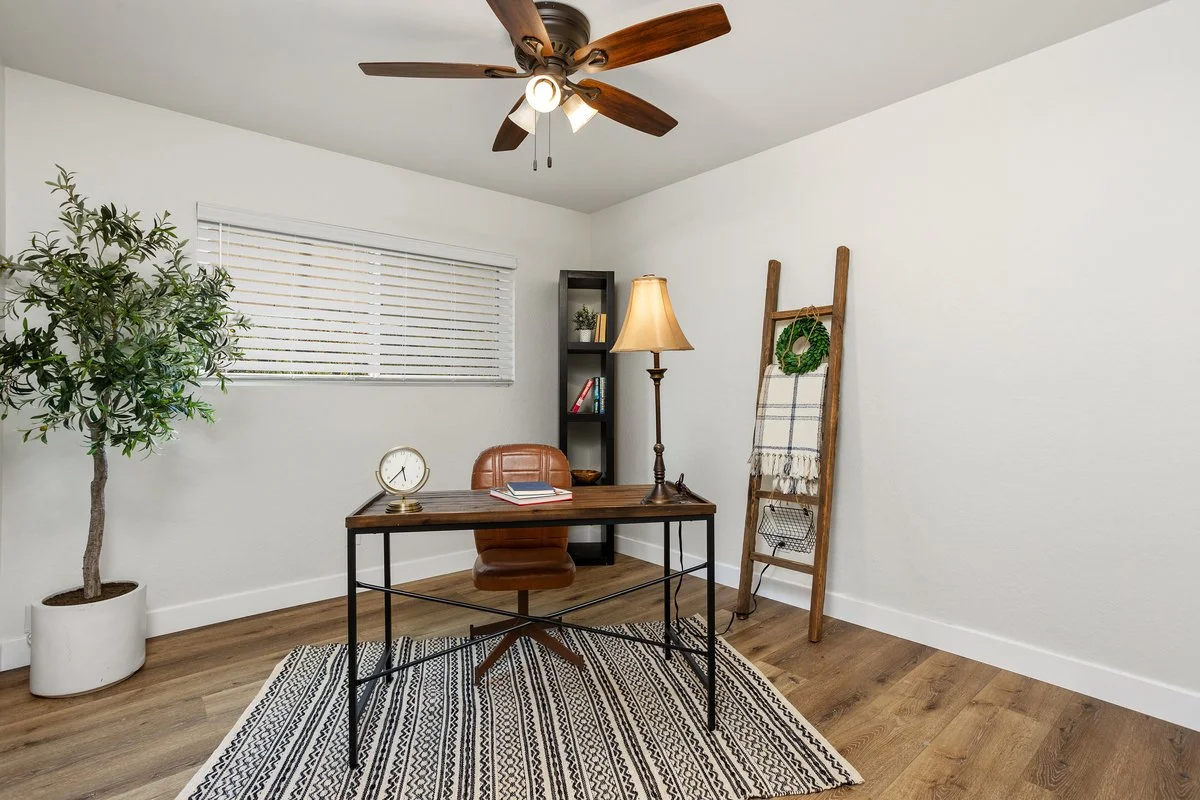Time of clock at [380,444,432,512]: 5:37
